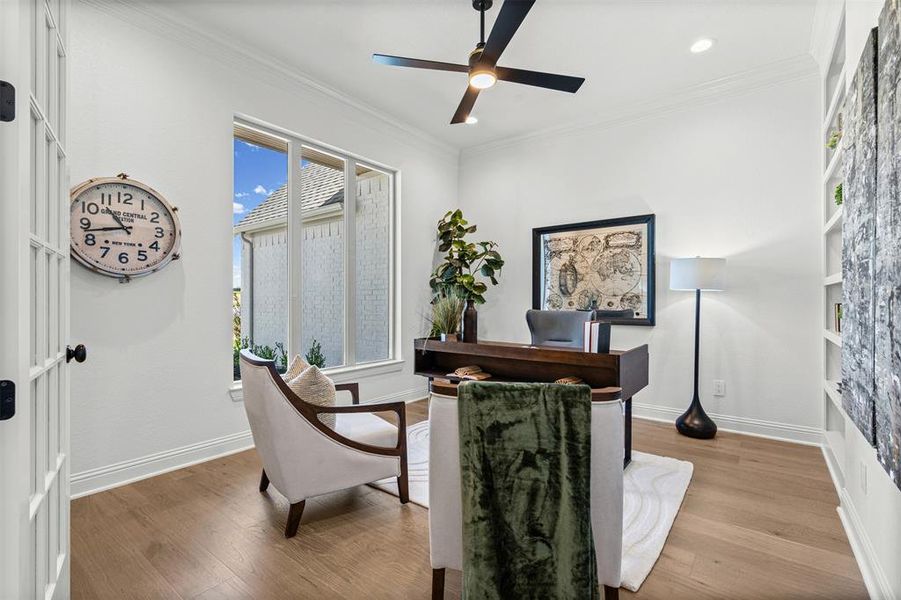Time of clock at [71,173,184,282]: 10:43
